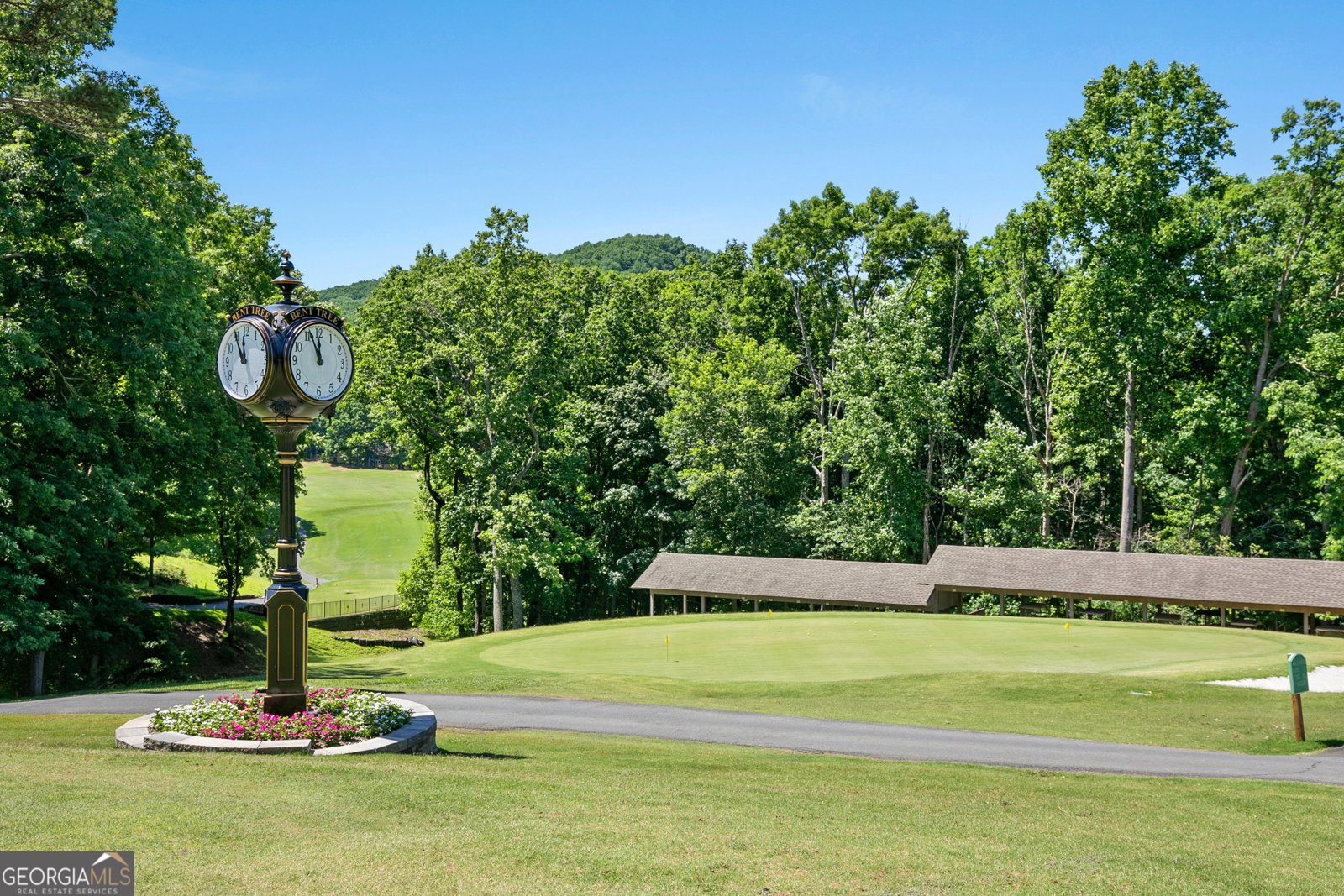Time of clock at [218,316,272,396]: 11:55
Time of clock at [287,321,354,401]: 11:56
